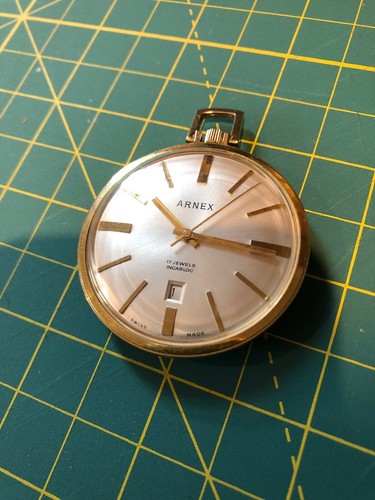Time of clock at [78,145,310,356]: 10:15
